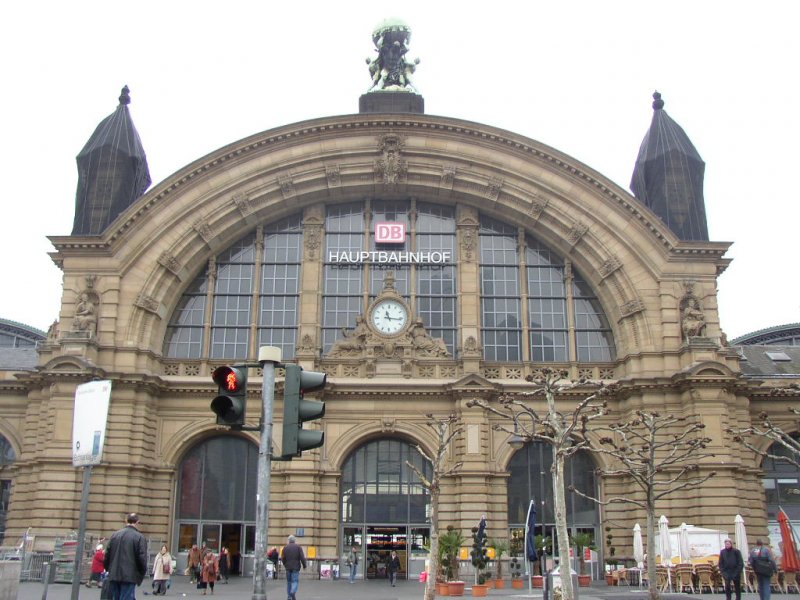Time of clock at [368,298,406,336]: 11:16
